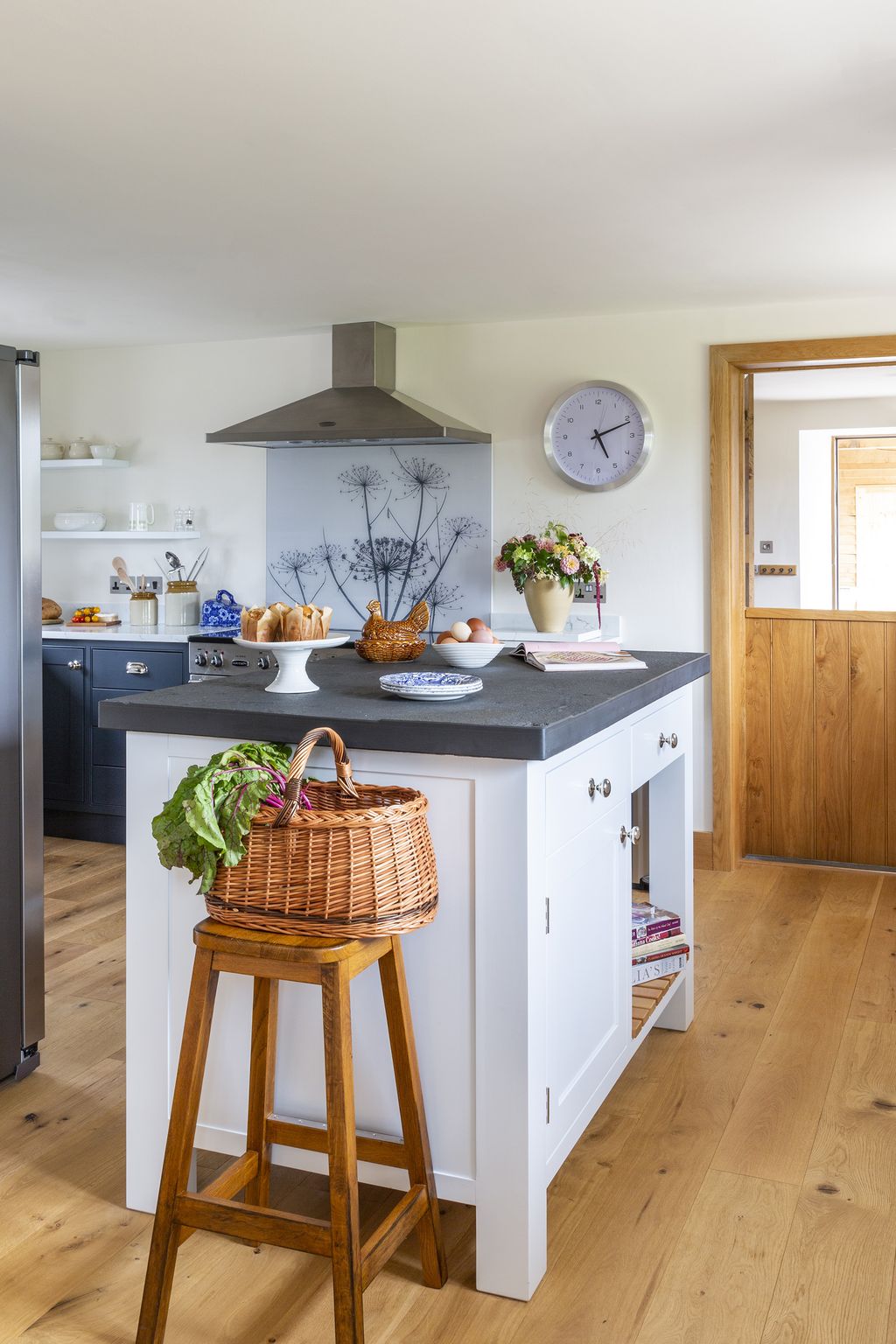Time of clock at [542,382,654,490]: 5:11
